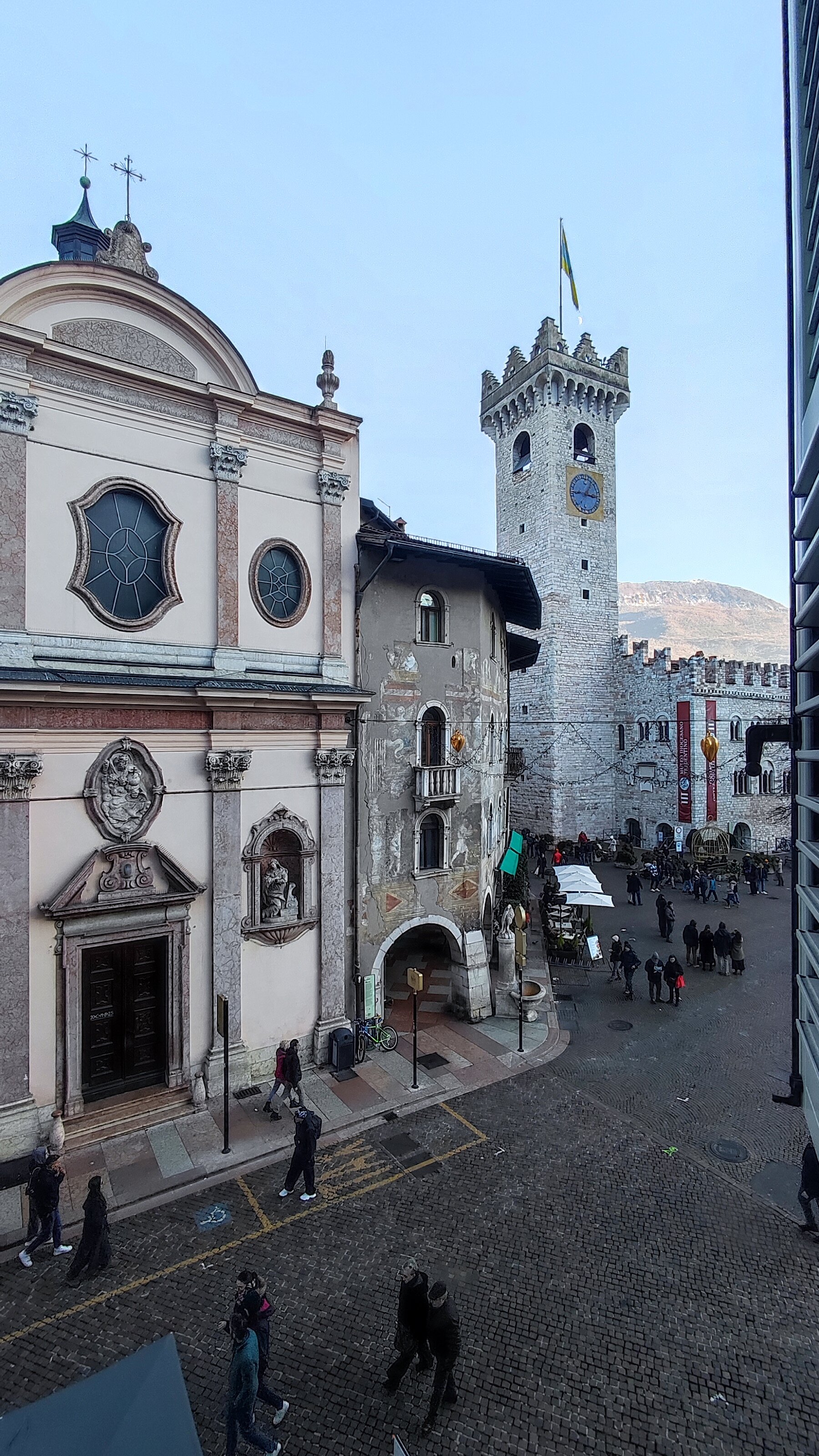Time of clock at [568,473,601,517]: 2:45
